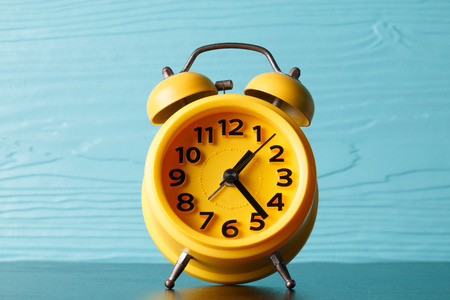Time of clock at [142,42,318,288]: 1:23
